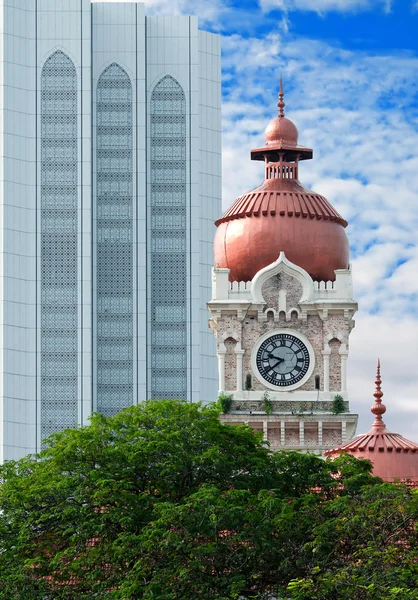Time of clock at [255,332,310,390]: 9:38
